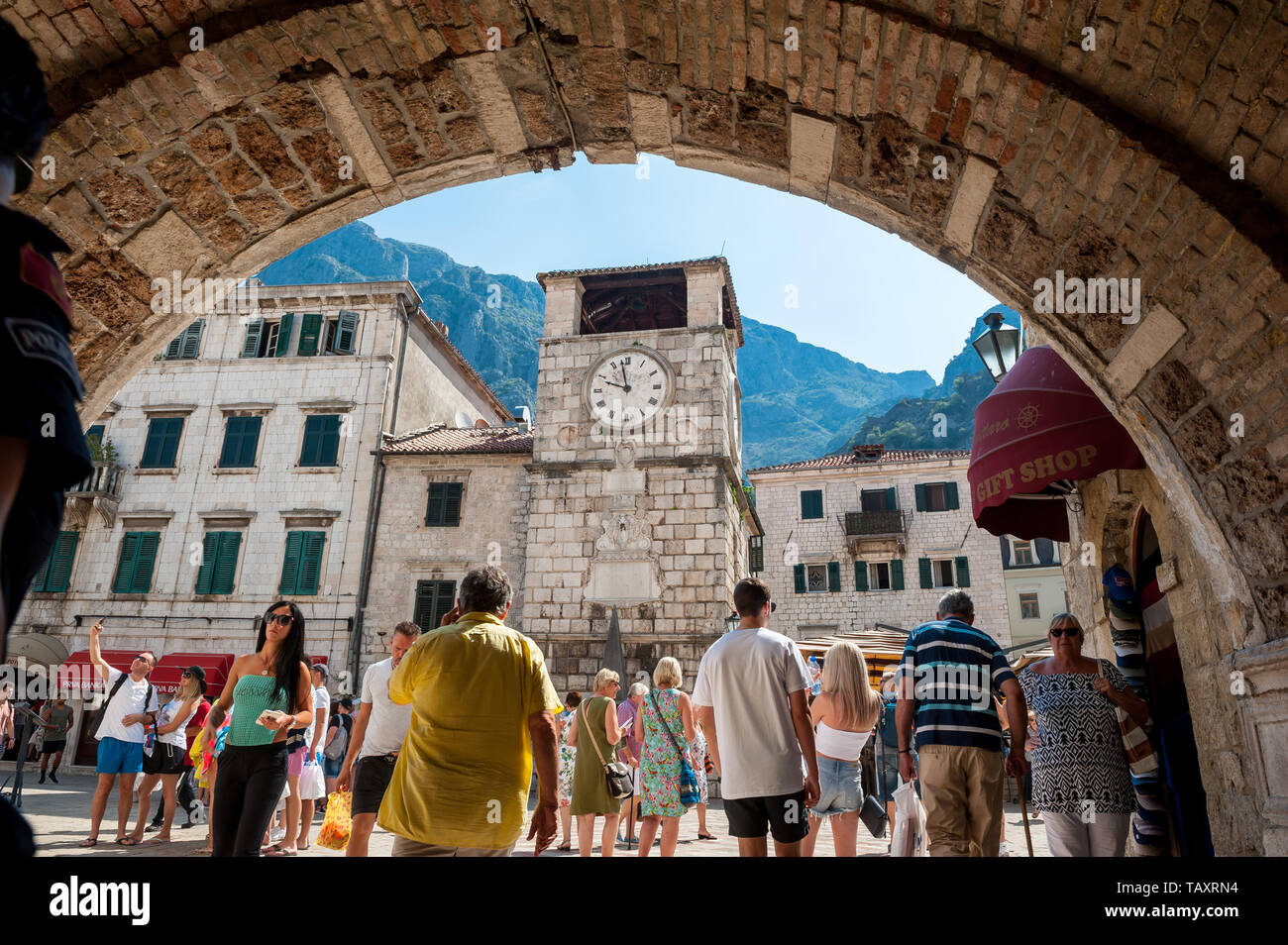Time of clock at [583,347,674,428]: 9:57
